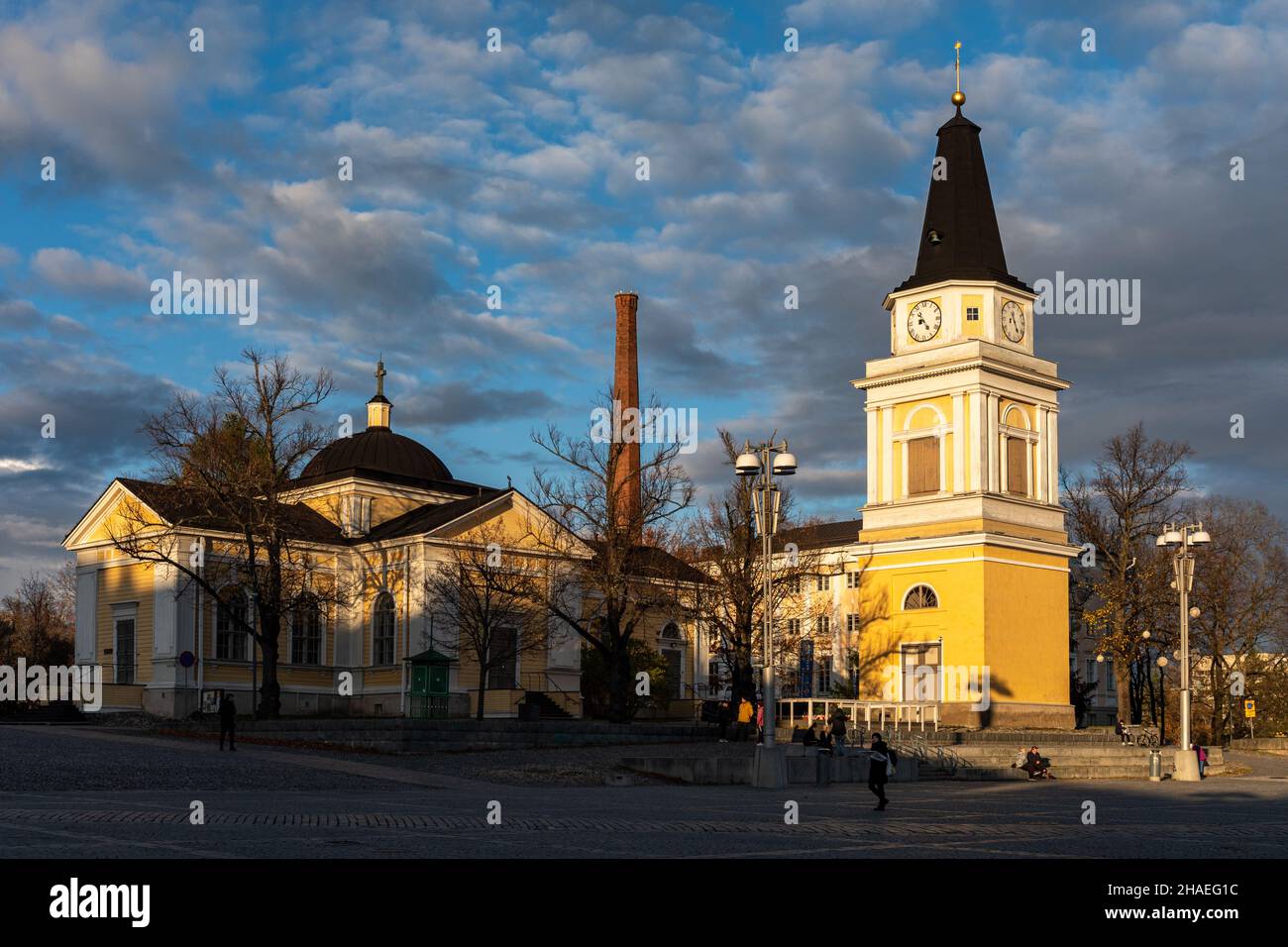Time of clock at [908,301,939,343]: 8:23
